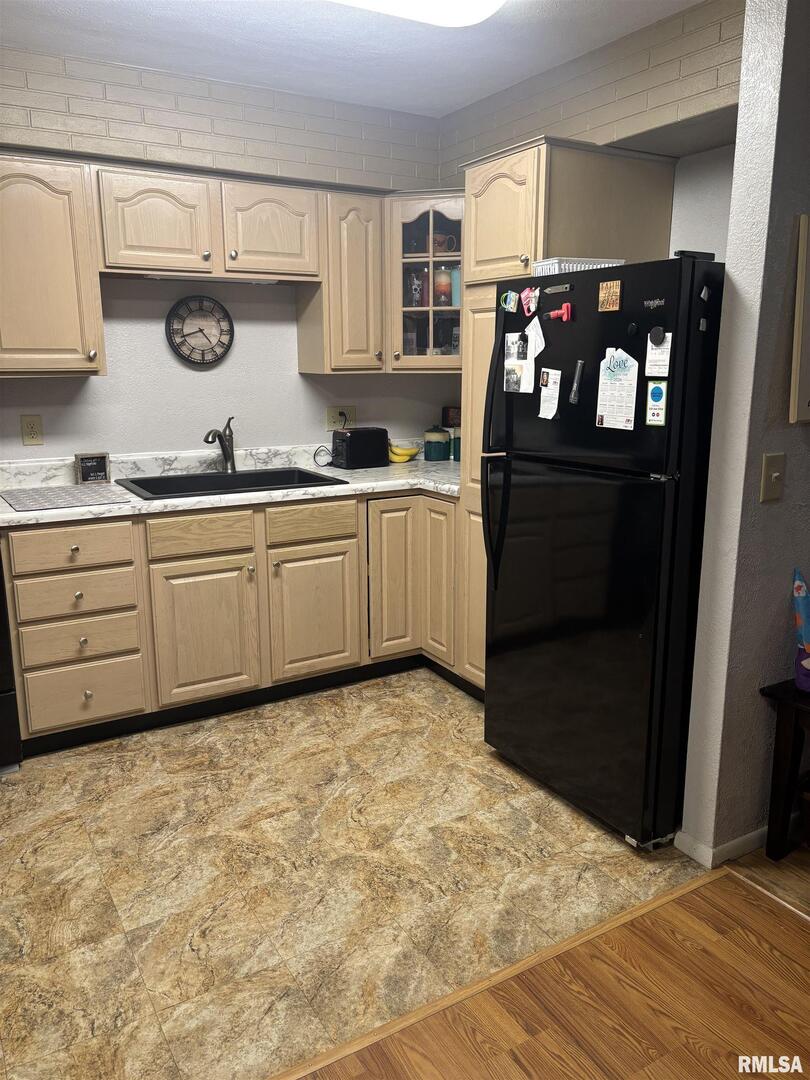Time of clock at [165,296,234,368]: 4:42
